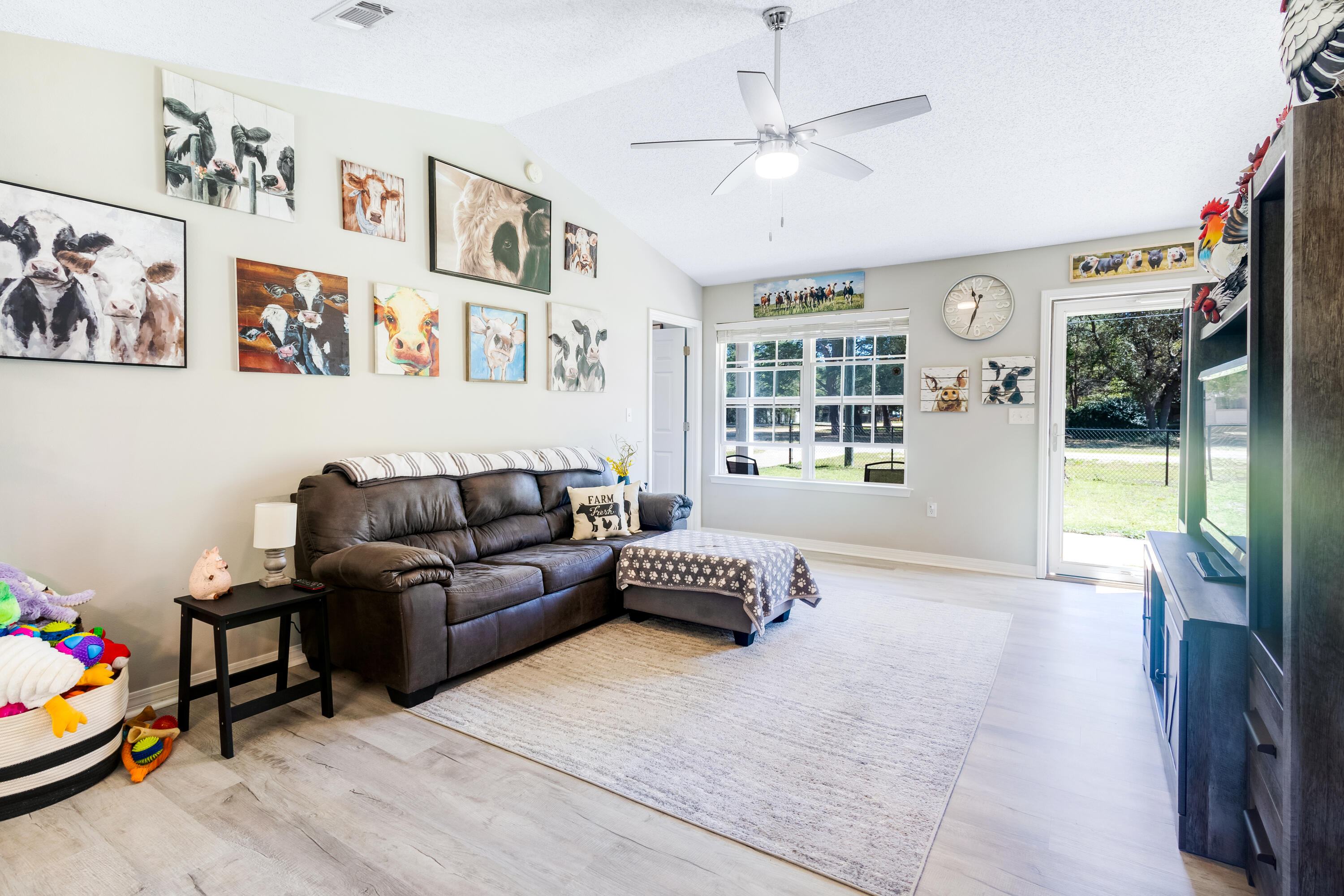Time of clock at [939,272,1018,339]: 11:33
